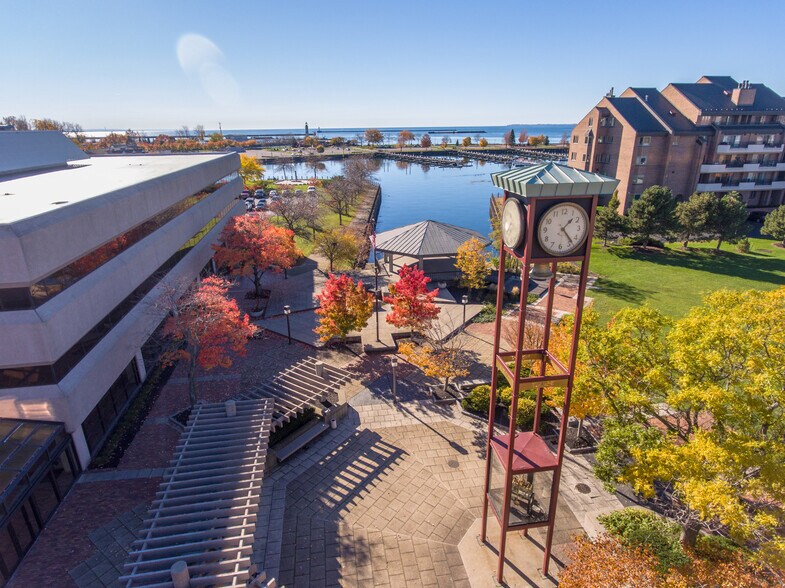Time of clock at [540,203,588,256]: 1:23
